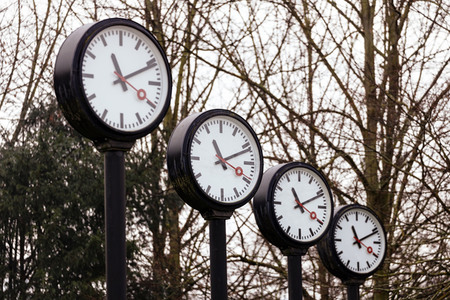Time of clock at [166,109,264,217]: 11:11
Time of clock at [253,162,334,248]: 11:11
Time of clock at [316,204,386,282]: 11:11
